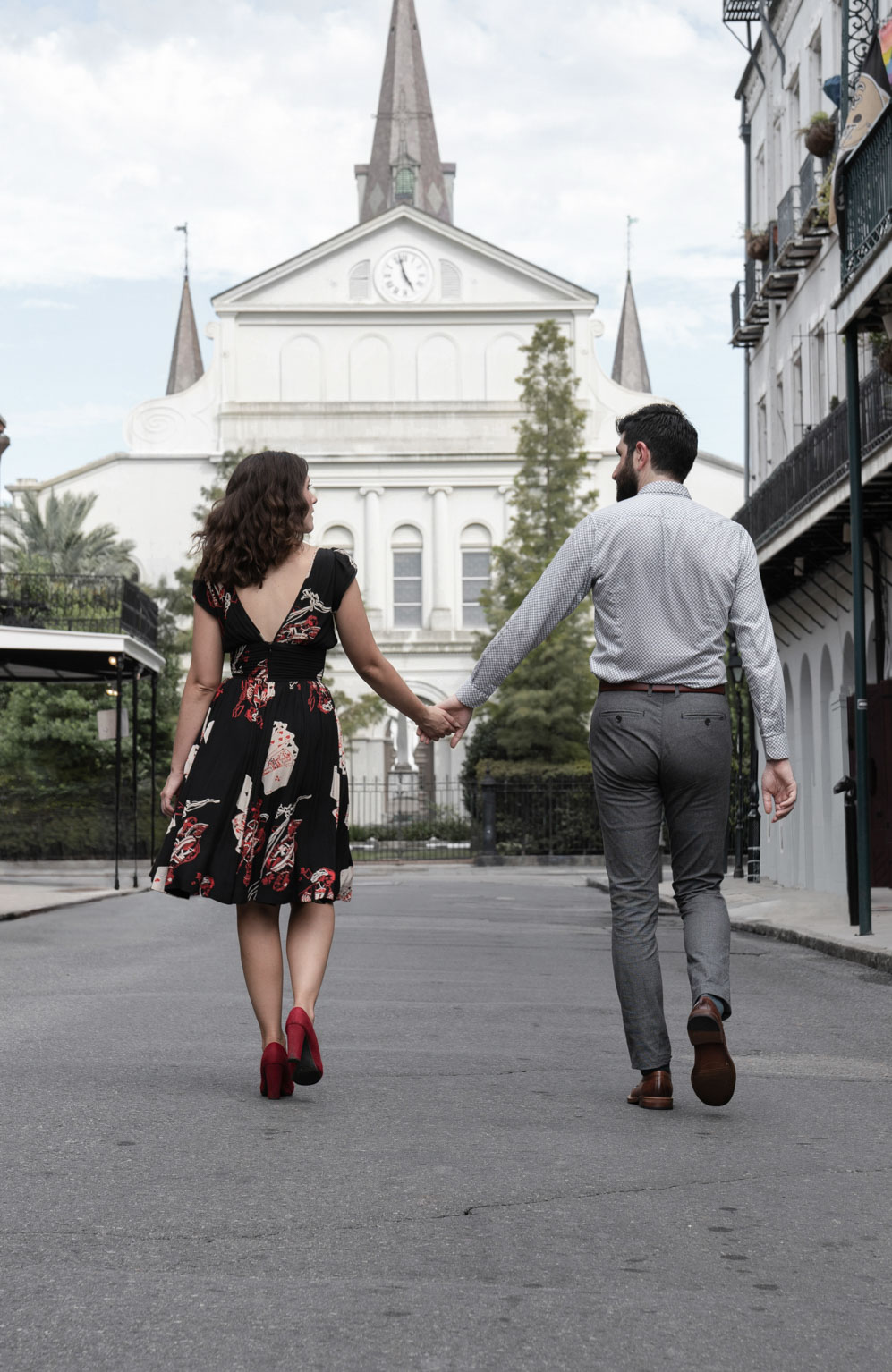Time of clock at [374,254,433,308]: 4:57
